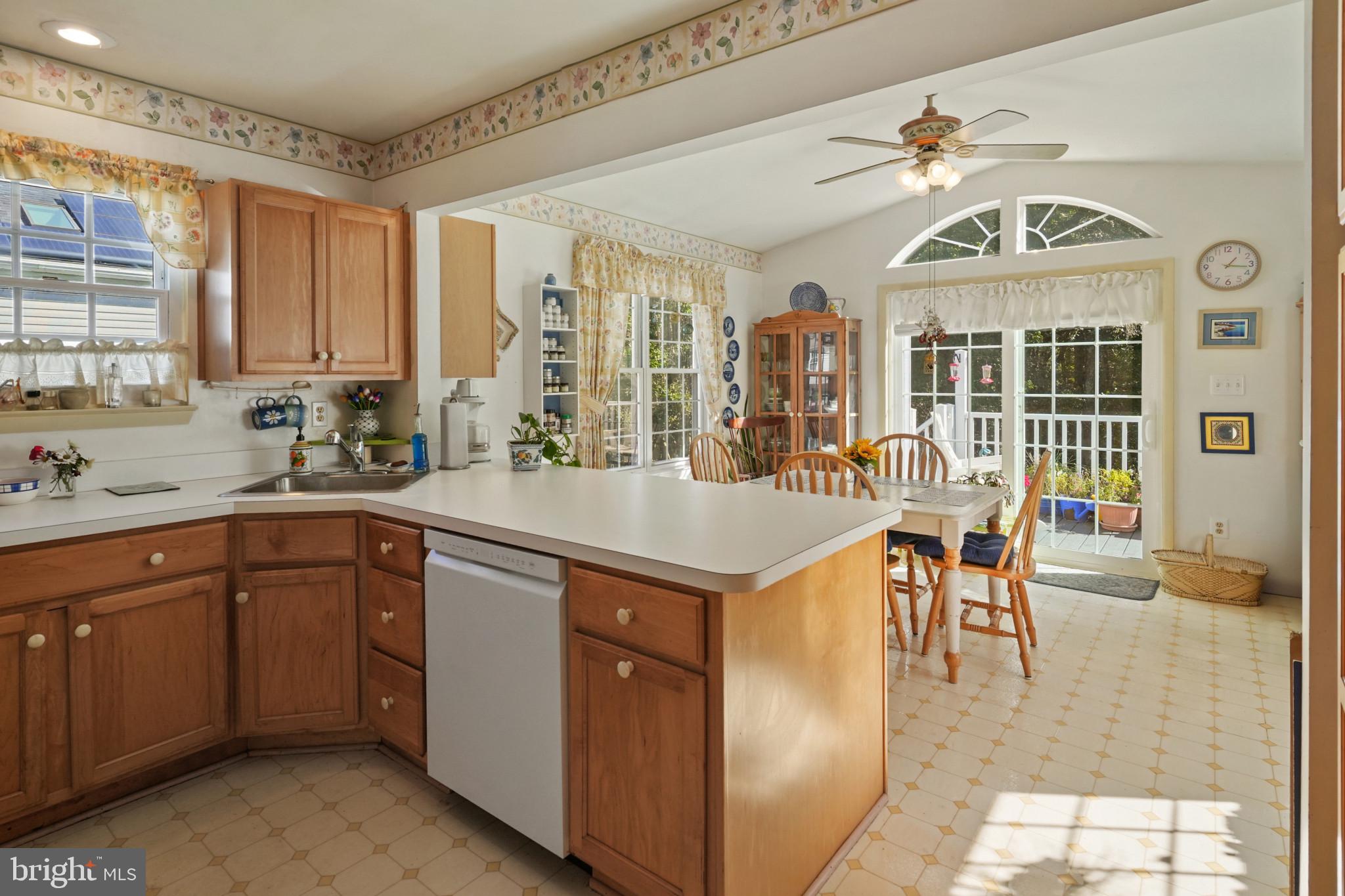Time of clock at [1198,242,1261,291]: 1:16
